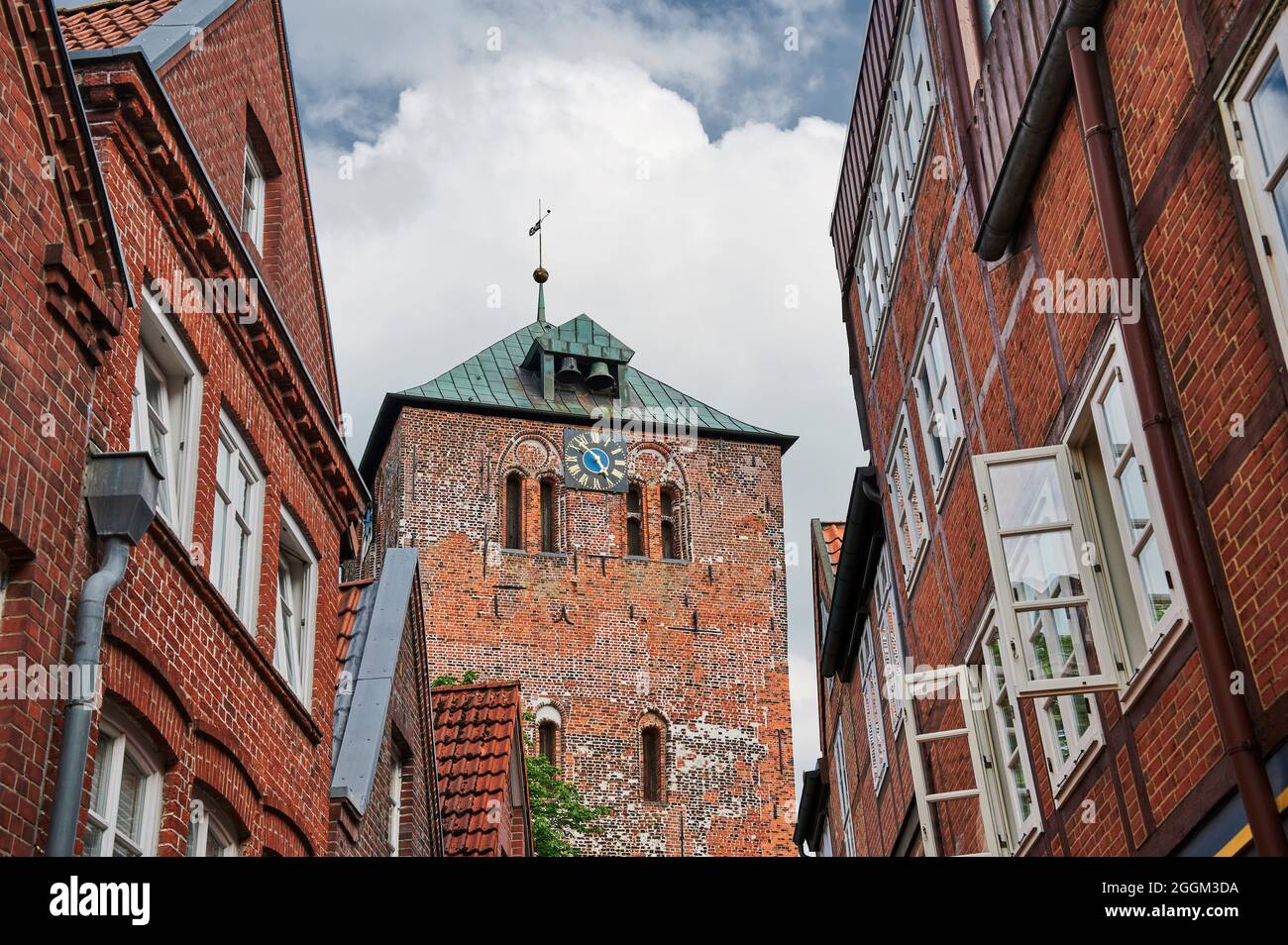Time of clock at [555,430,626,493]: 4:52
